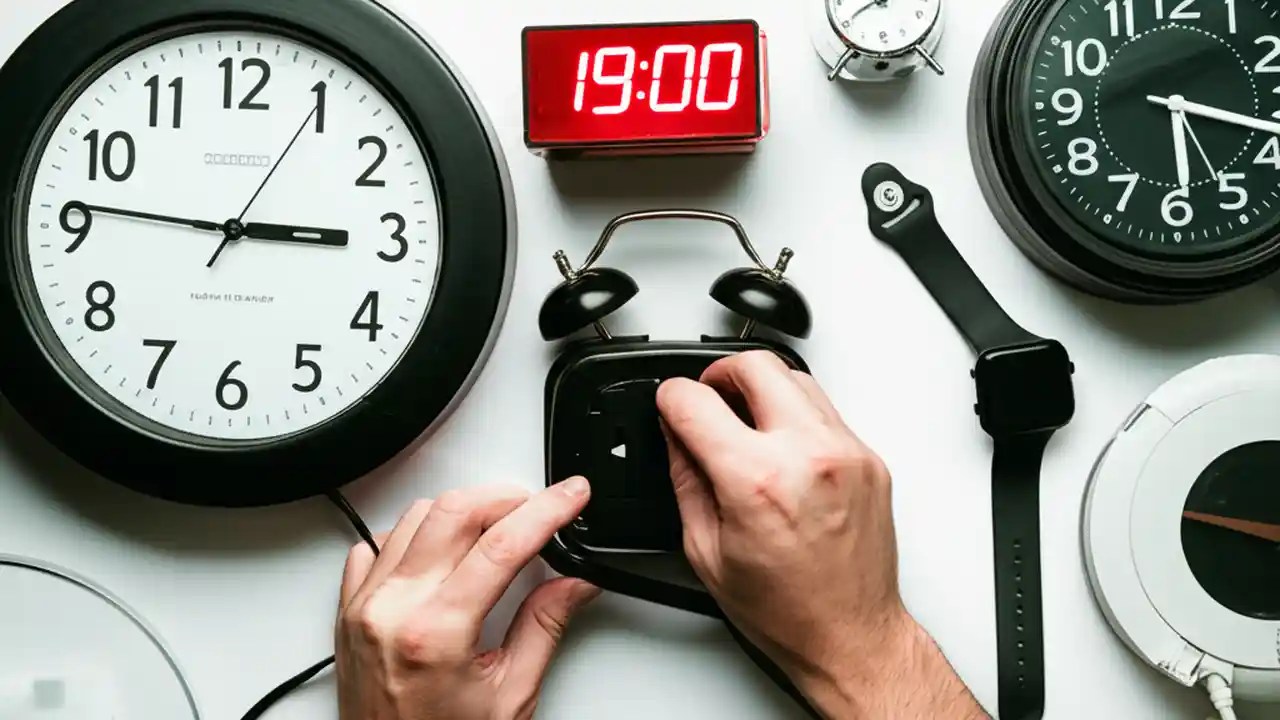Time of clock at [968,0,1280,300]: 3:29
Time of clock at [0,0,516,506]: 2:46
